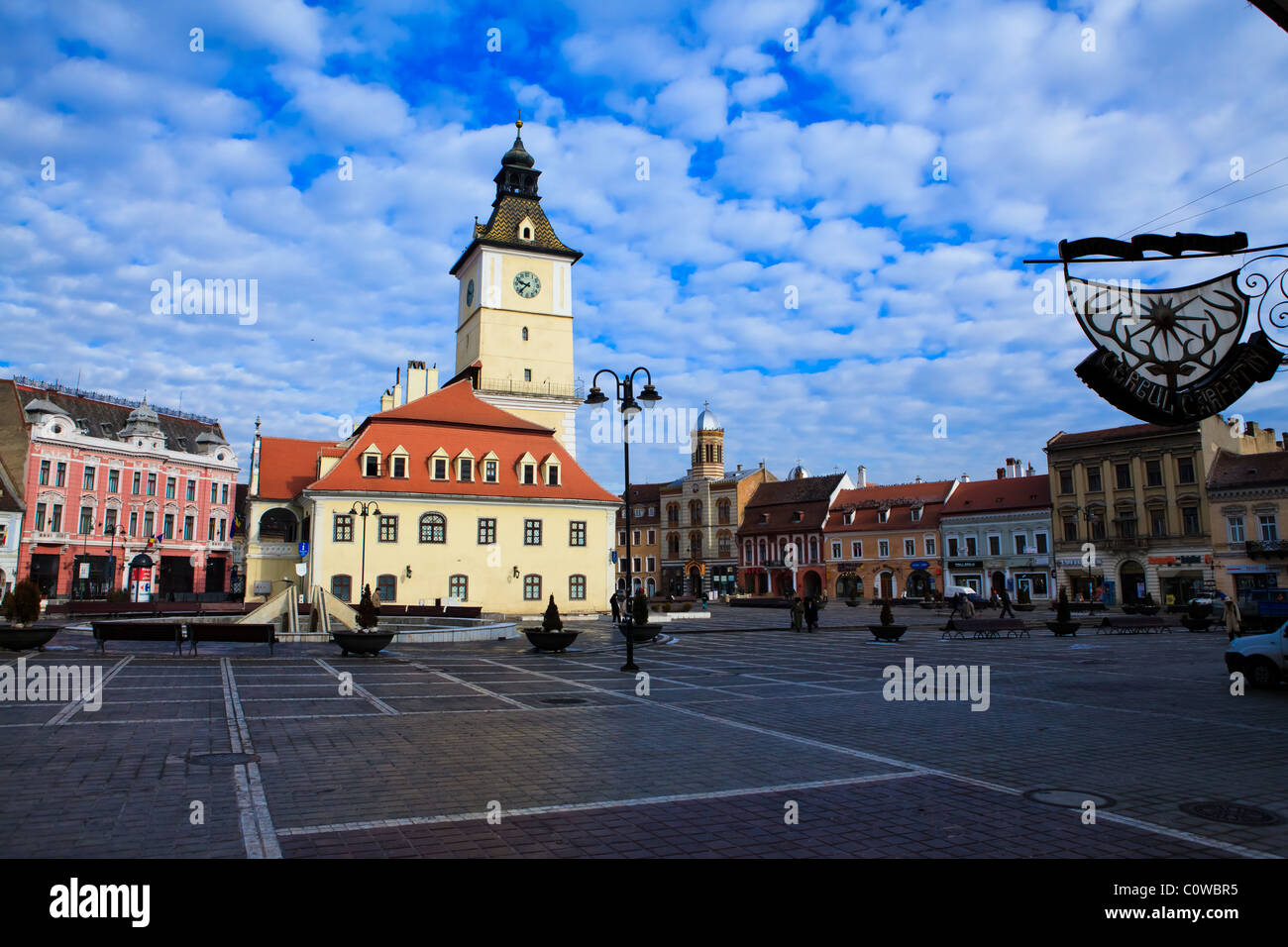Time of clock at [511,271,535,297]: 9:38
